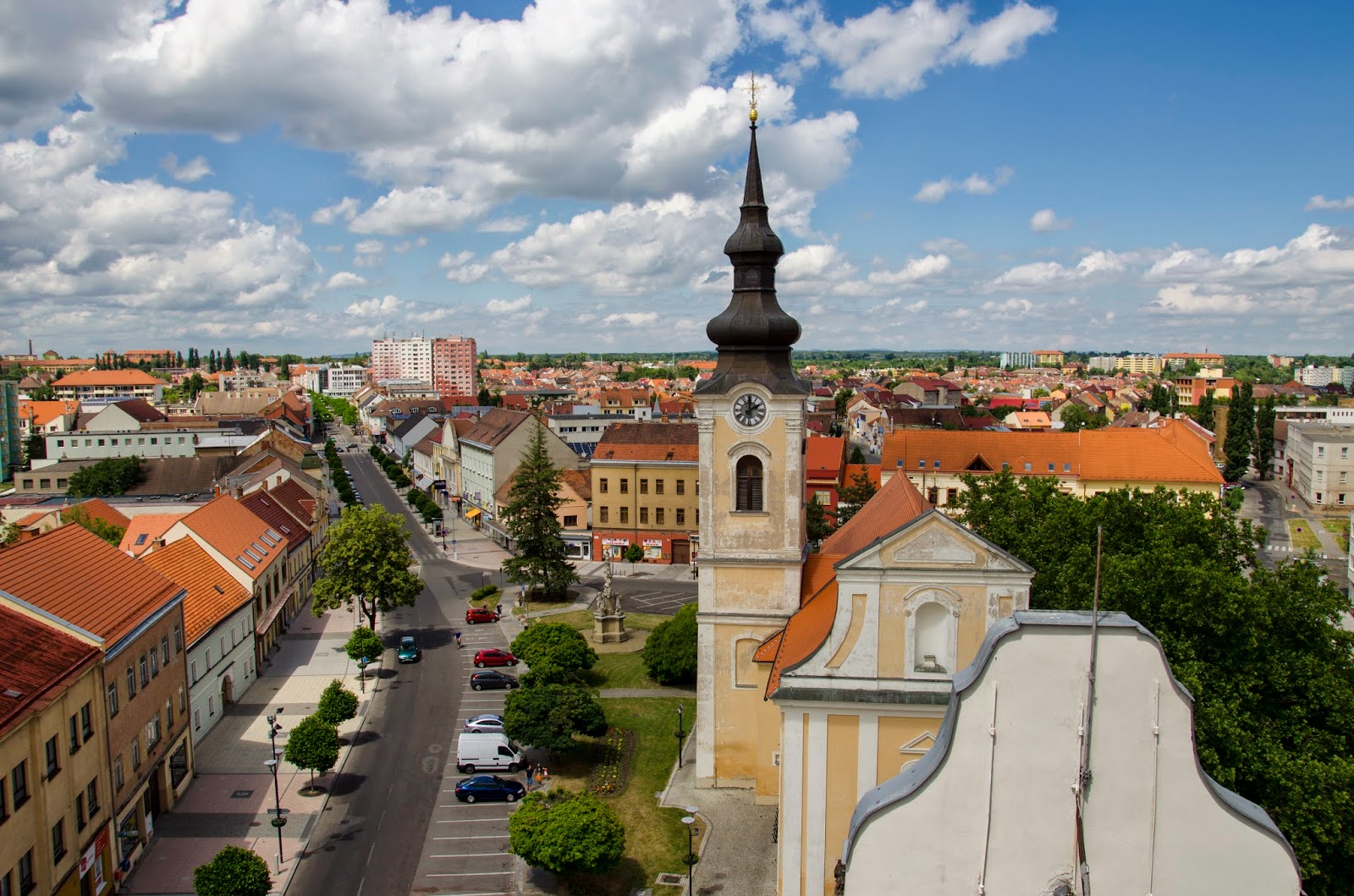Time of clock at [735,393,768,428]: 2:00
